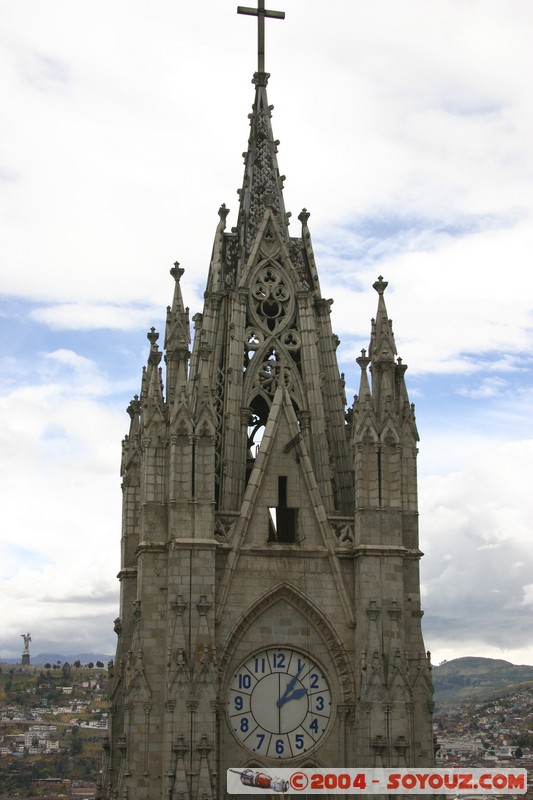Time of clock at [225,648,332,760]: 2:06
